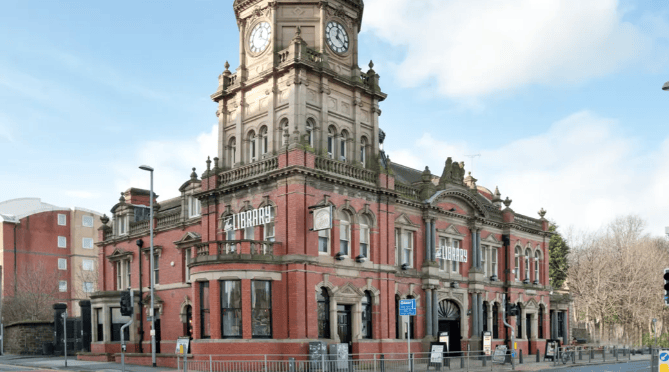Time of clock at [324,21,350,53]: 12:20
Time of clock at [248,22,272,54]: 12:20
